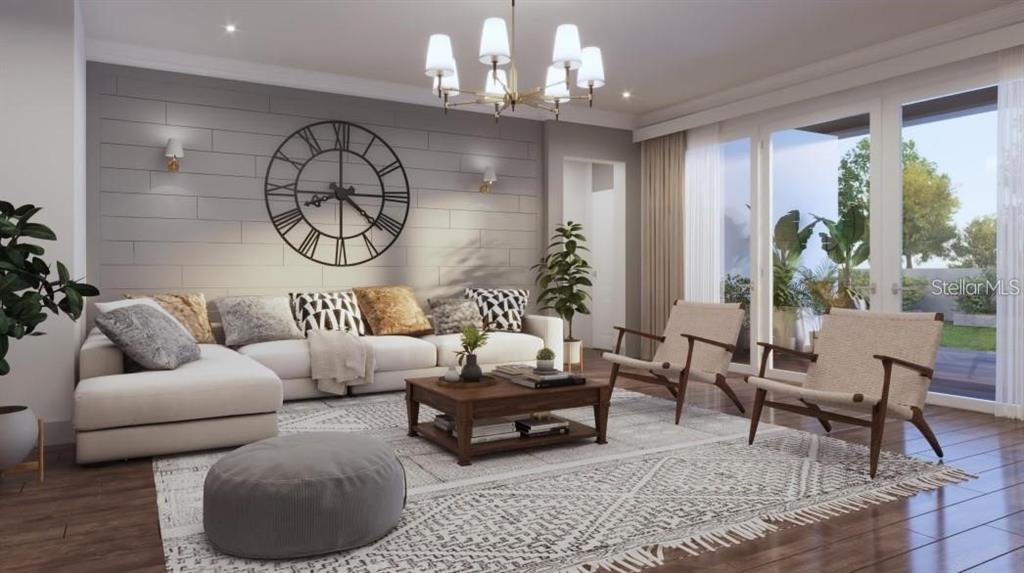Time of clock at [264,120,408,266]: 8:21
